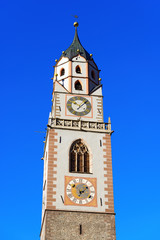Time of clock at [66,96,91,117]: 10:07
